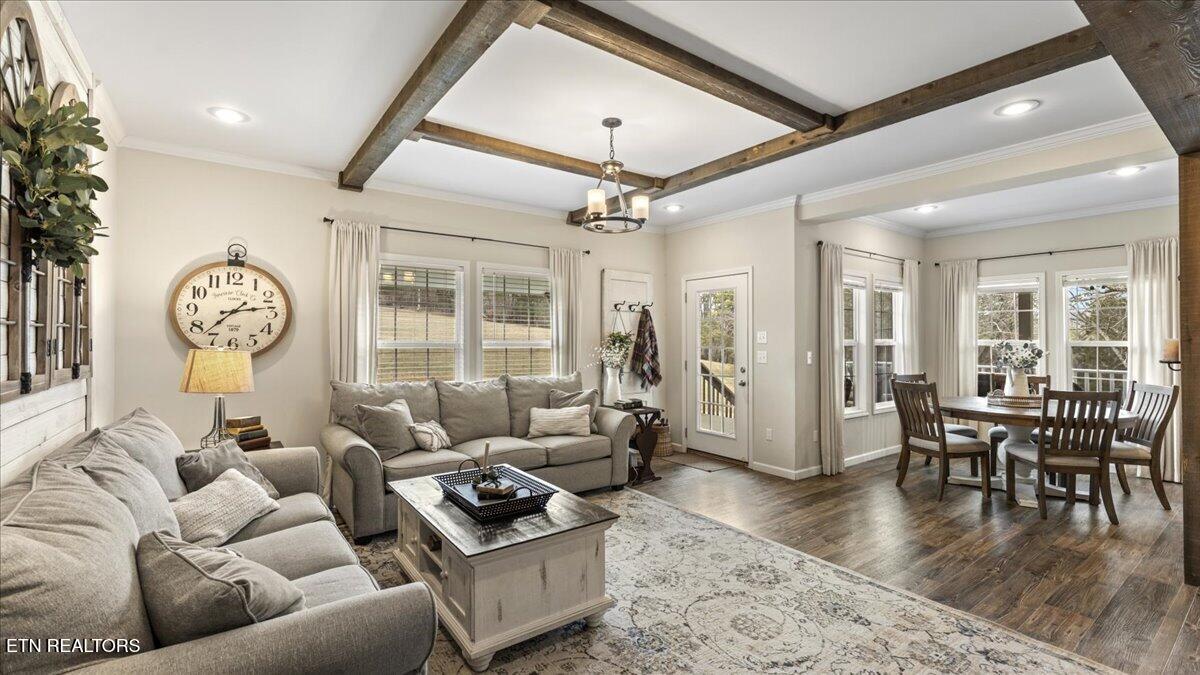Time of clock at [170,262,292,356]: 2:37
